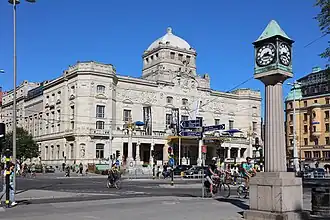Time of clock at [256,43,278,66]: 8:18
